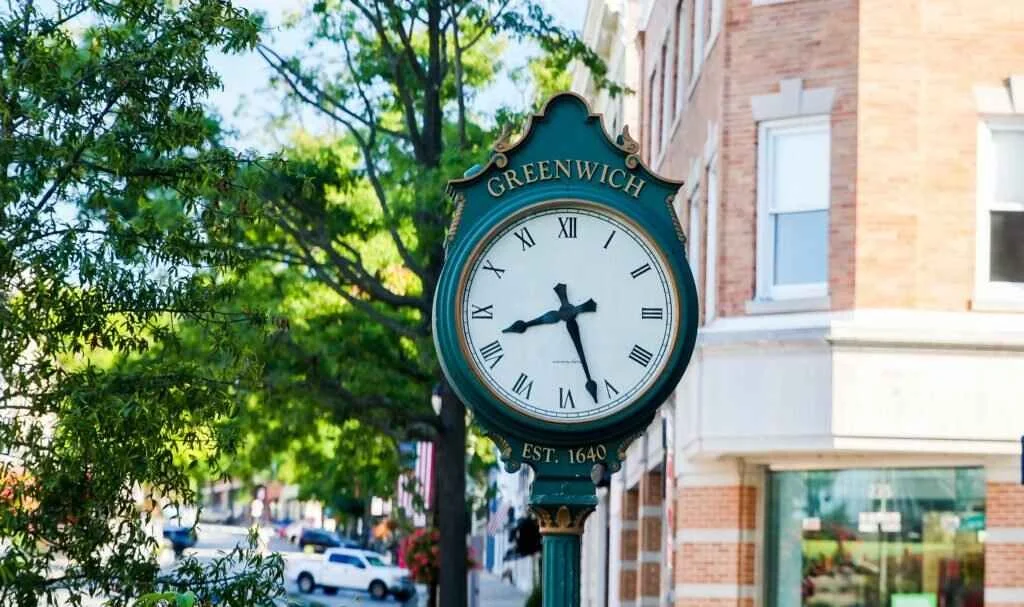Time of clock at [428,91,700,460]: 8:26
